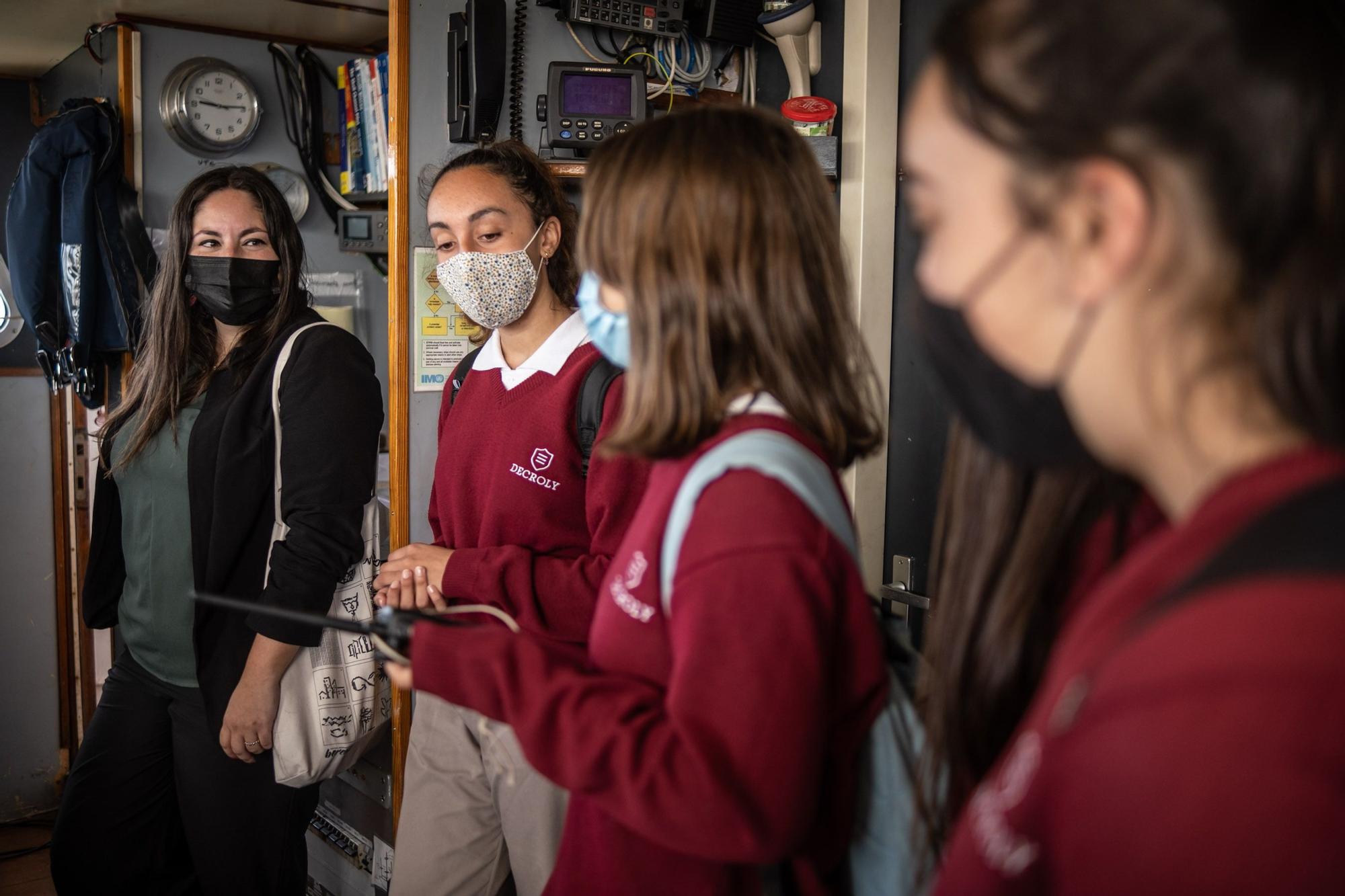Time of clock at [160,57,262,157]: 9:14
